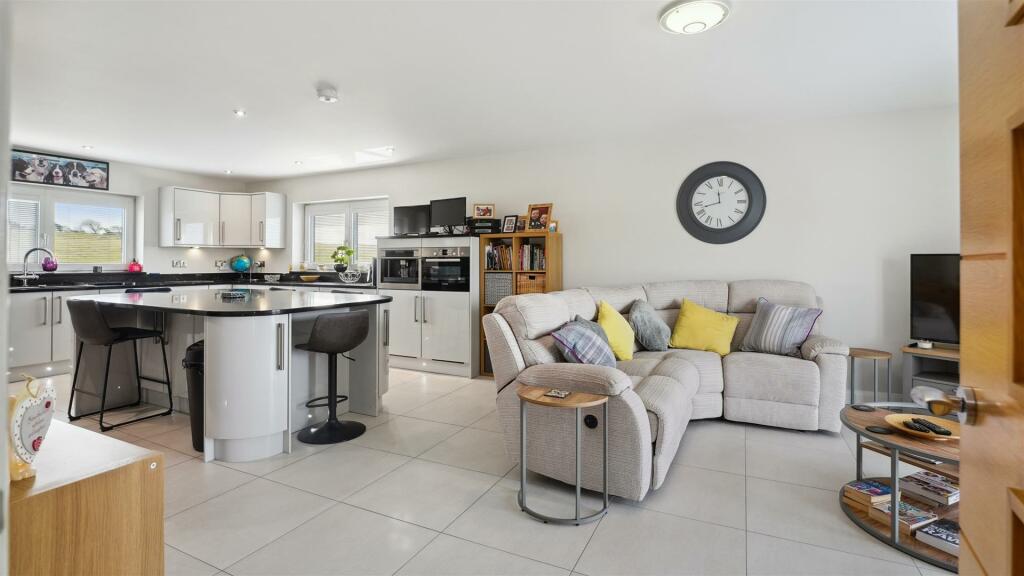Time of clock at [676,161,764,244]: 11:42
